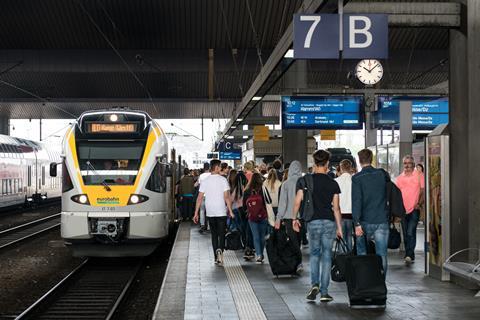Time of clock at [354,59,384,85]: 10:07
